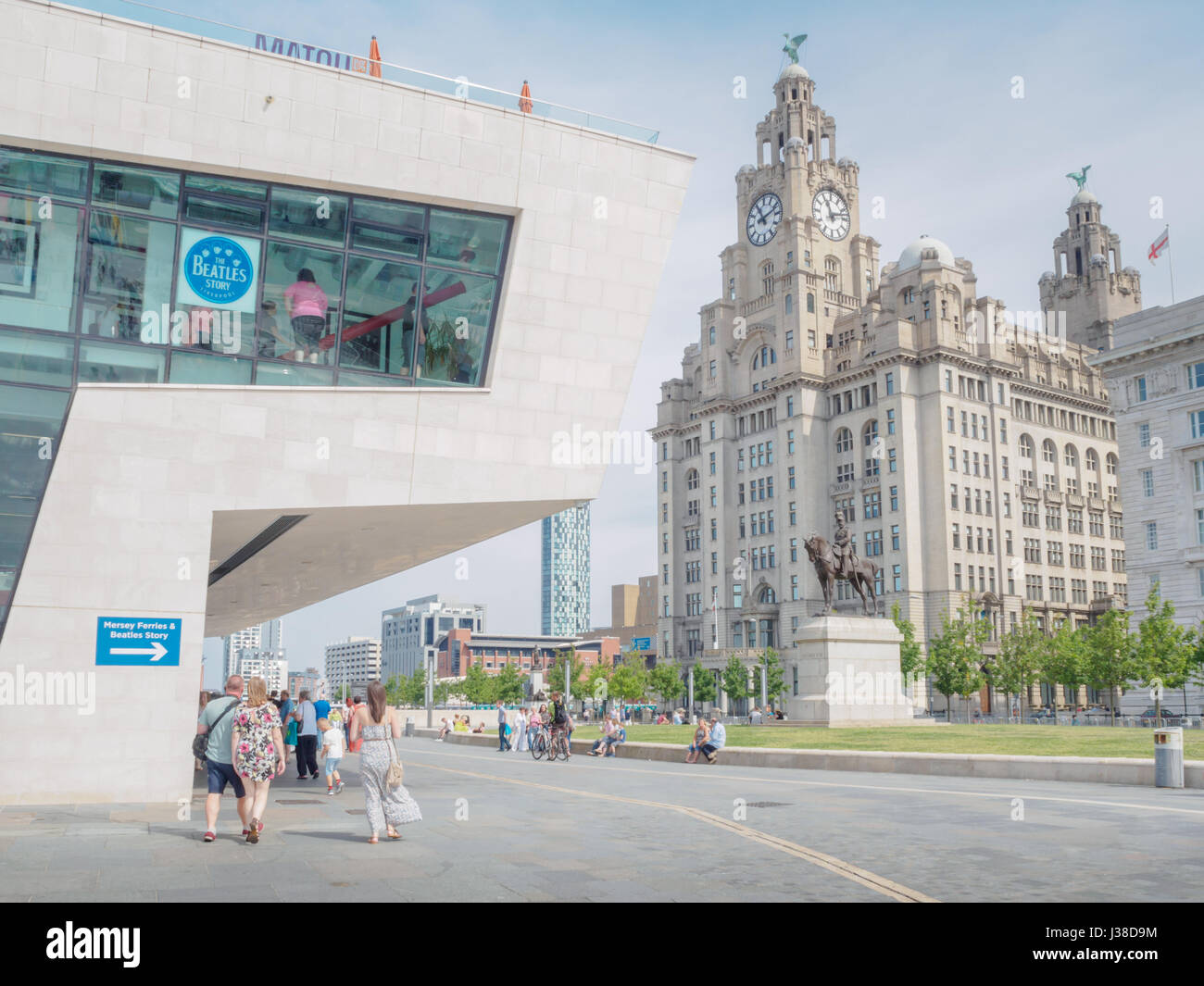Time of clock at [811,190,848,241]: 11:12
